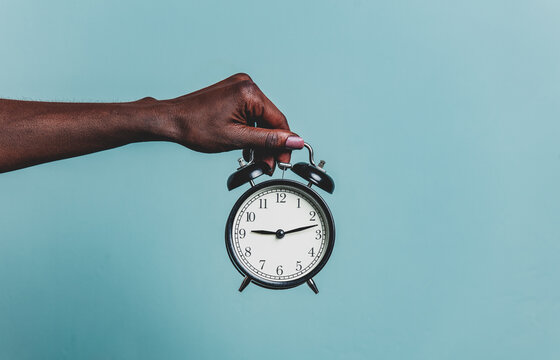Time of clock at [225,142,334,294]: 9:12
